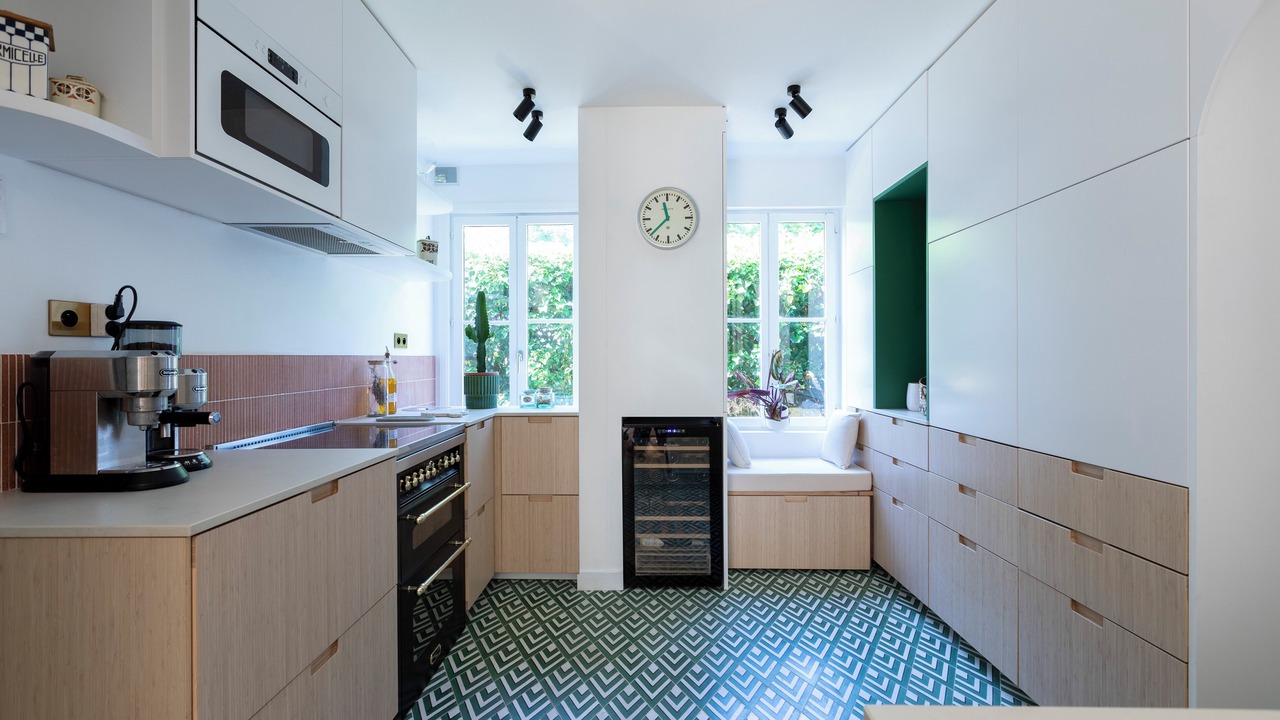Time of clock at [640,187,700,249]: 11:37
